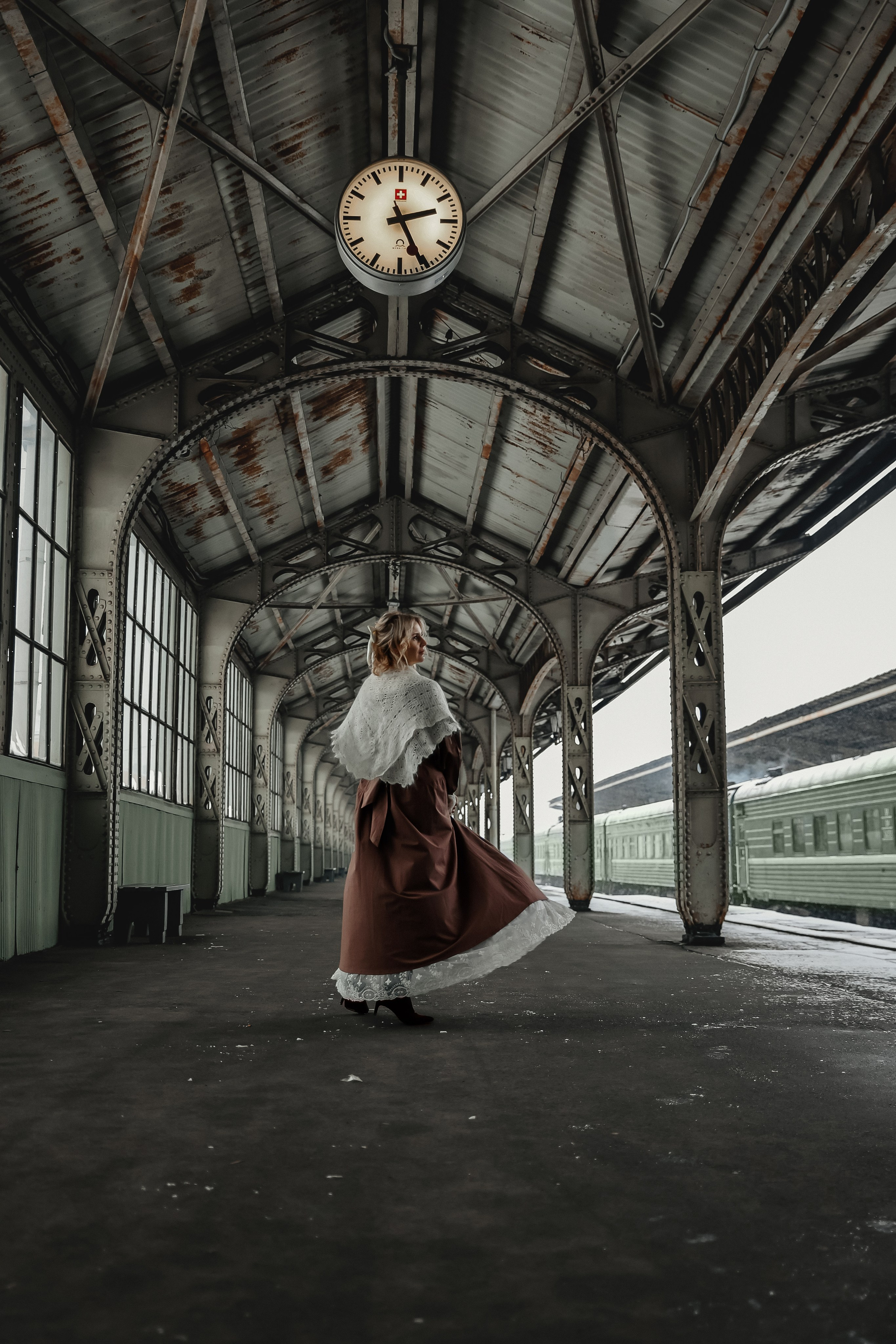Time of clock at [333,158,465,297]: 2:25
